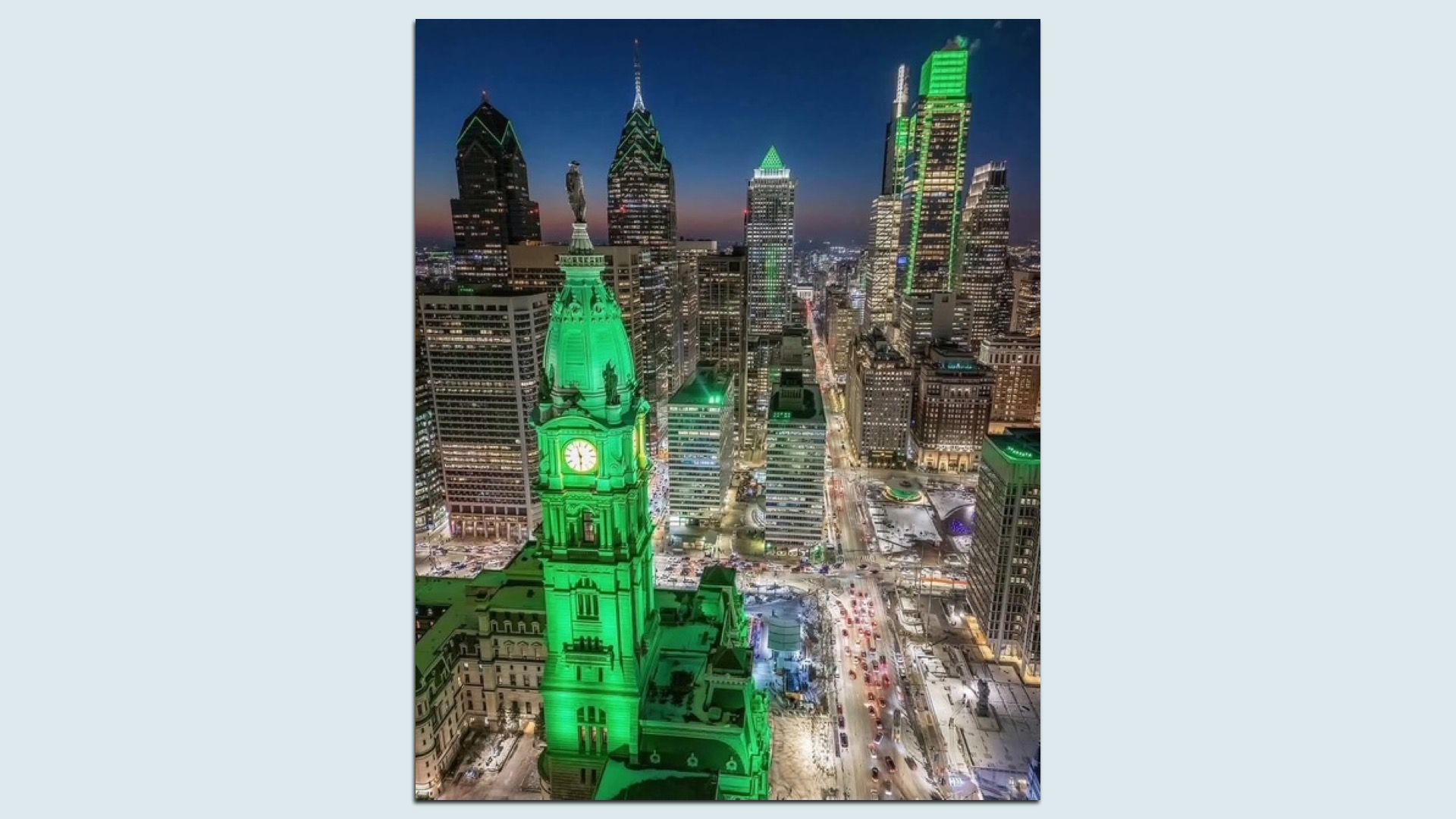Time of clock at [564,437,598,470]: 5:57
